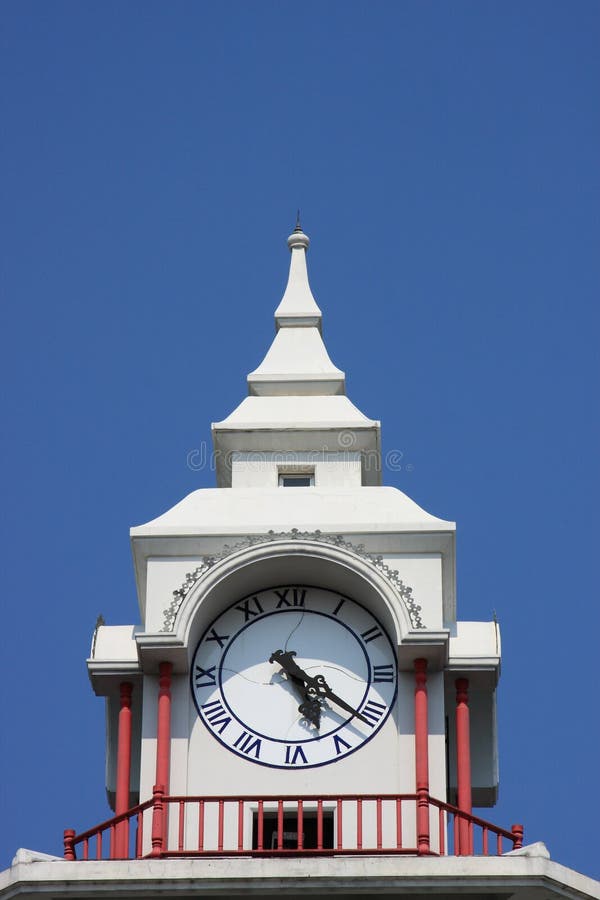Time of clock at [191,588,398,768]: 5:21
